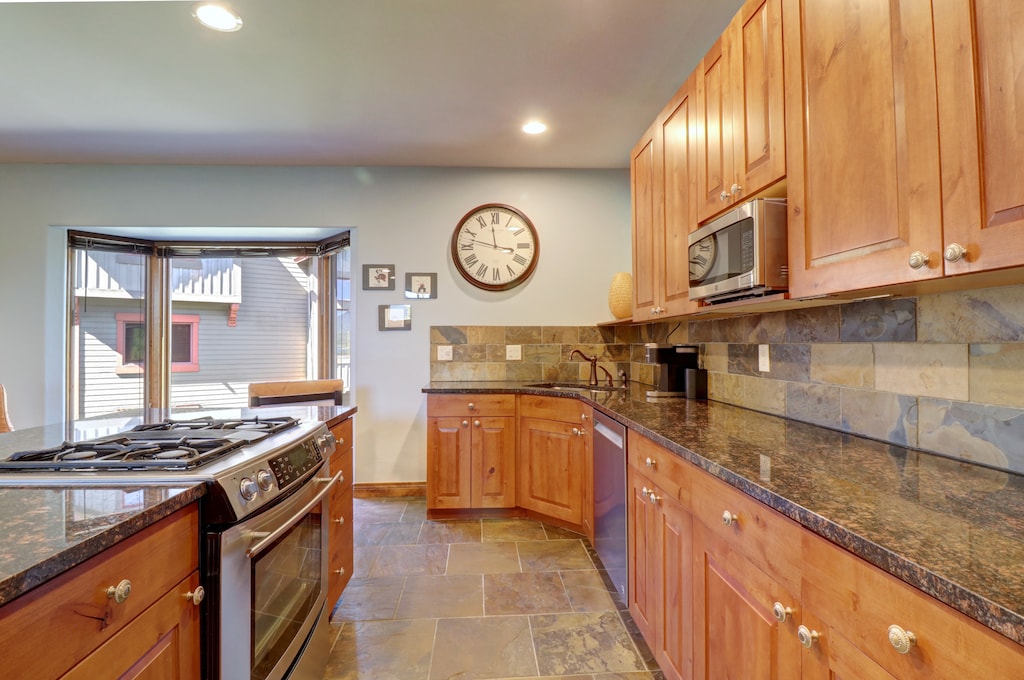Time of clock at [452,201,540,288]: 11:47
